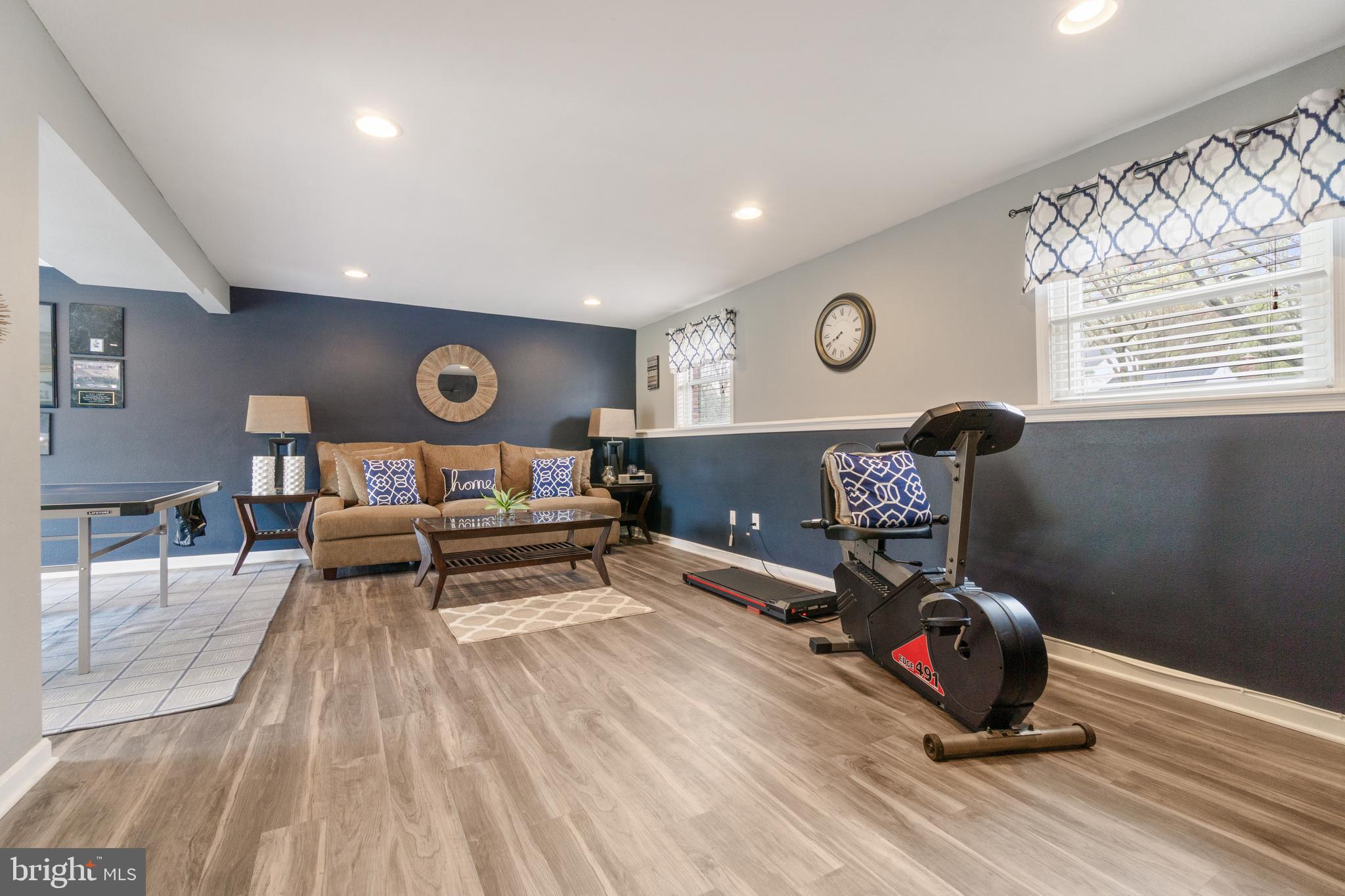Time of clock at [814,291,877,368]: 7:40
